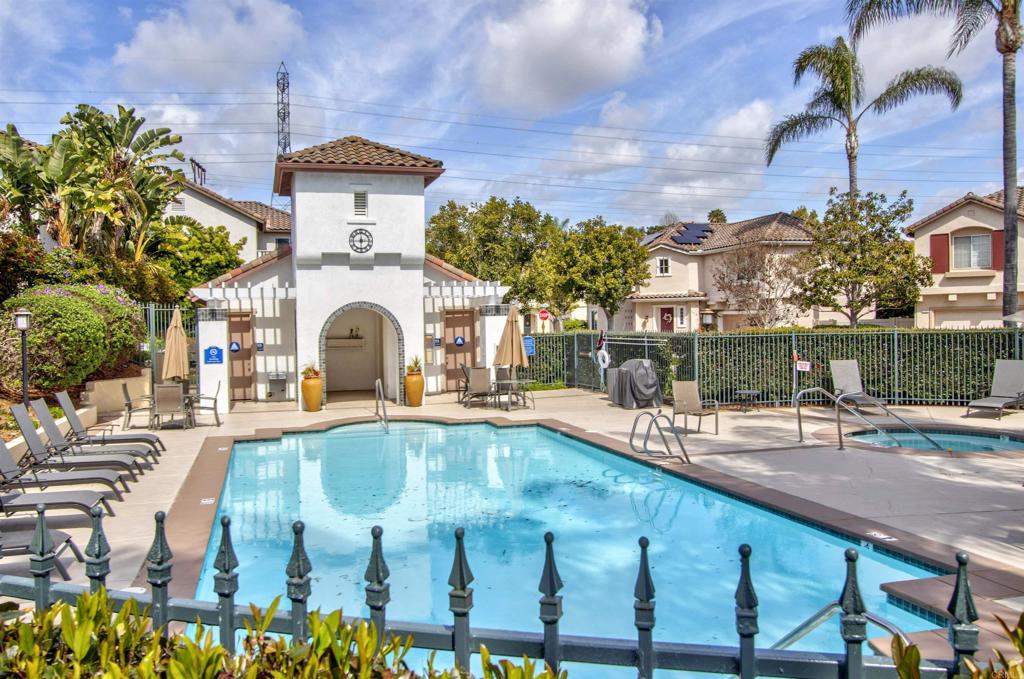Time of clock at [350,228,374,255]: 6:14
